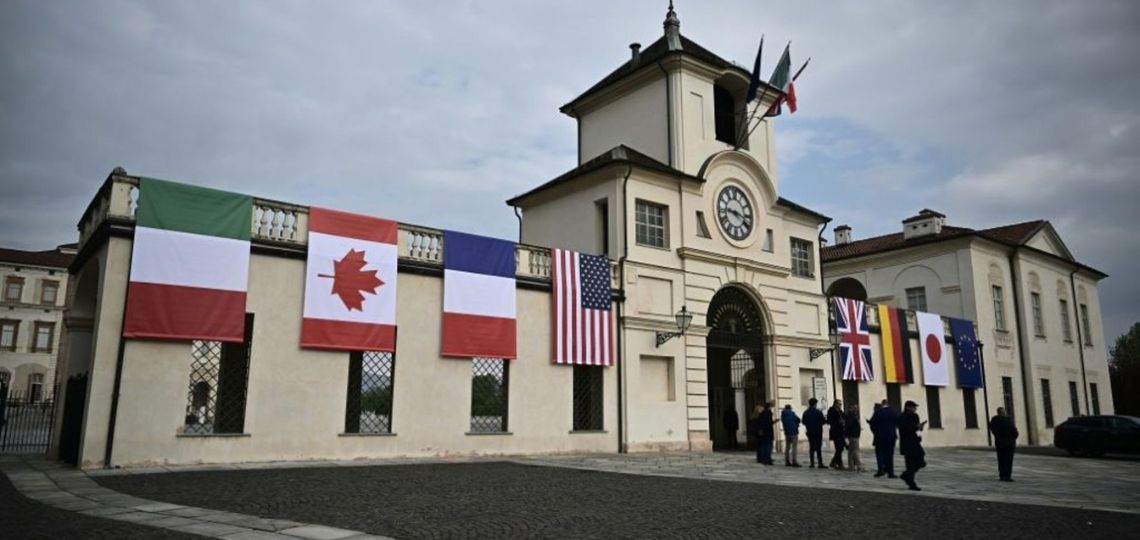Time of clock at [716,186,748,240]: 9:17
